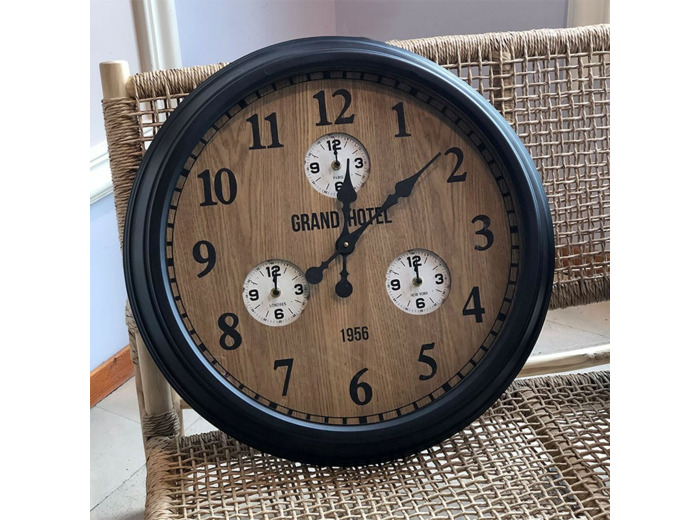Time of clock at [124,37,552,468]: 12:08
